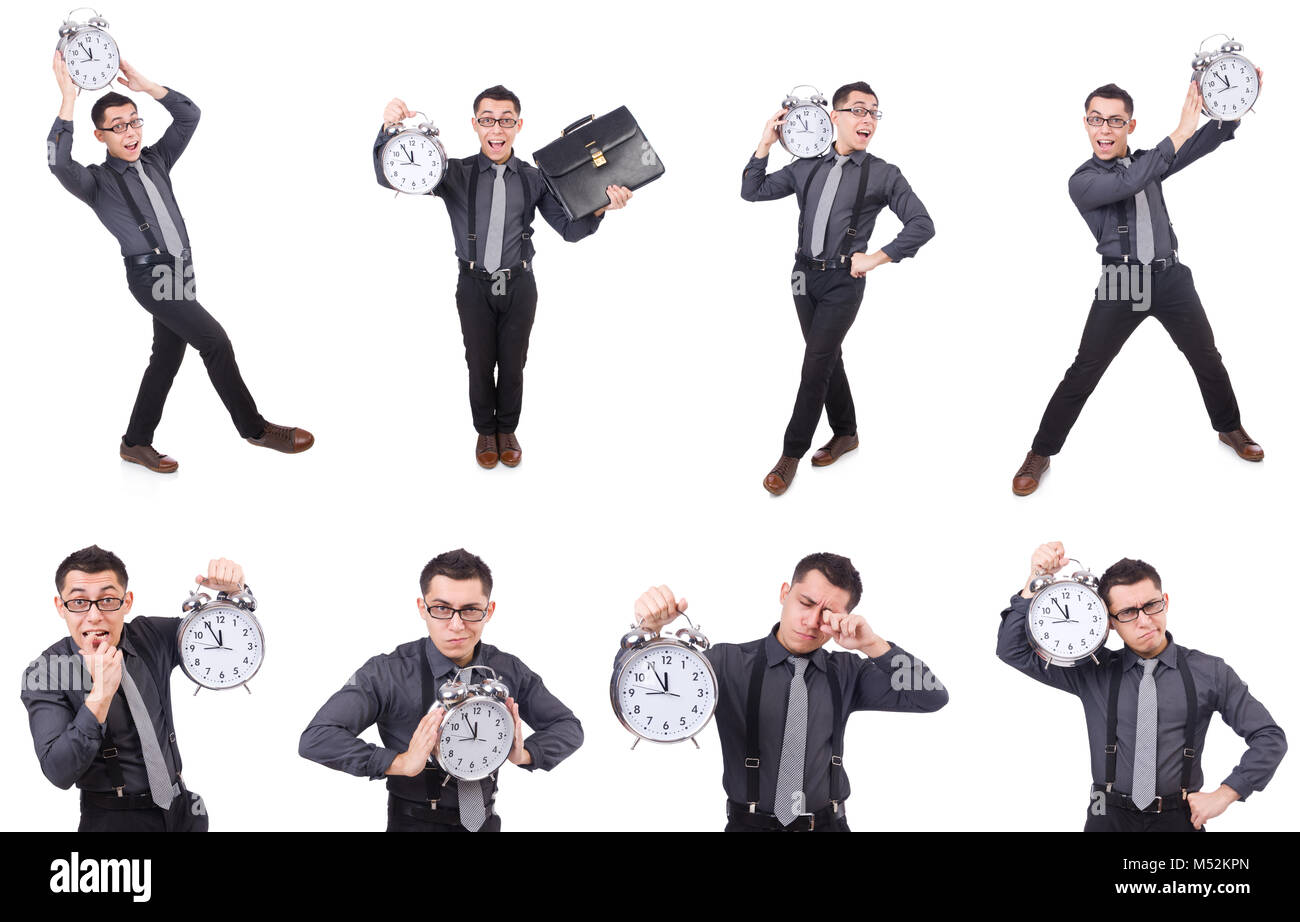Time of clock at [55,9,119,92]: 11:54
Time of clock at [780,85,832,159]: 11:55
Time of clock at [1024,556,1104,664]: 11:55
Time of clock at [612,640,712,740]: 11:55
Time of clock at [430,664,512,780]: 11:55
